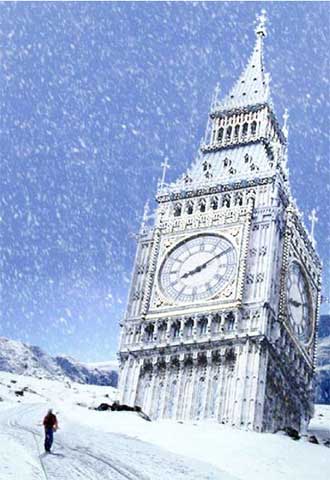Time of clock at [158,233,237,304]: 8:09
